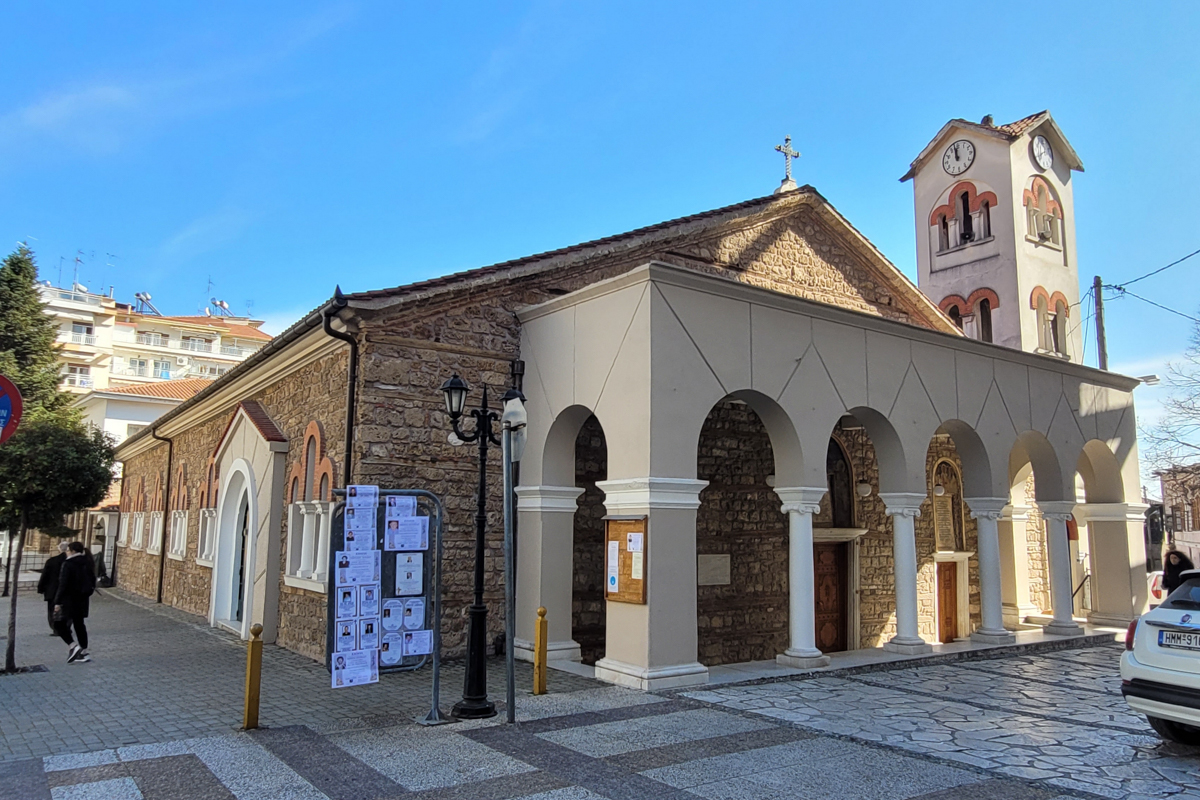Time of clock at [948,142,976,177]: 11:58
